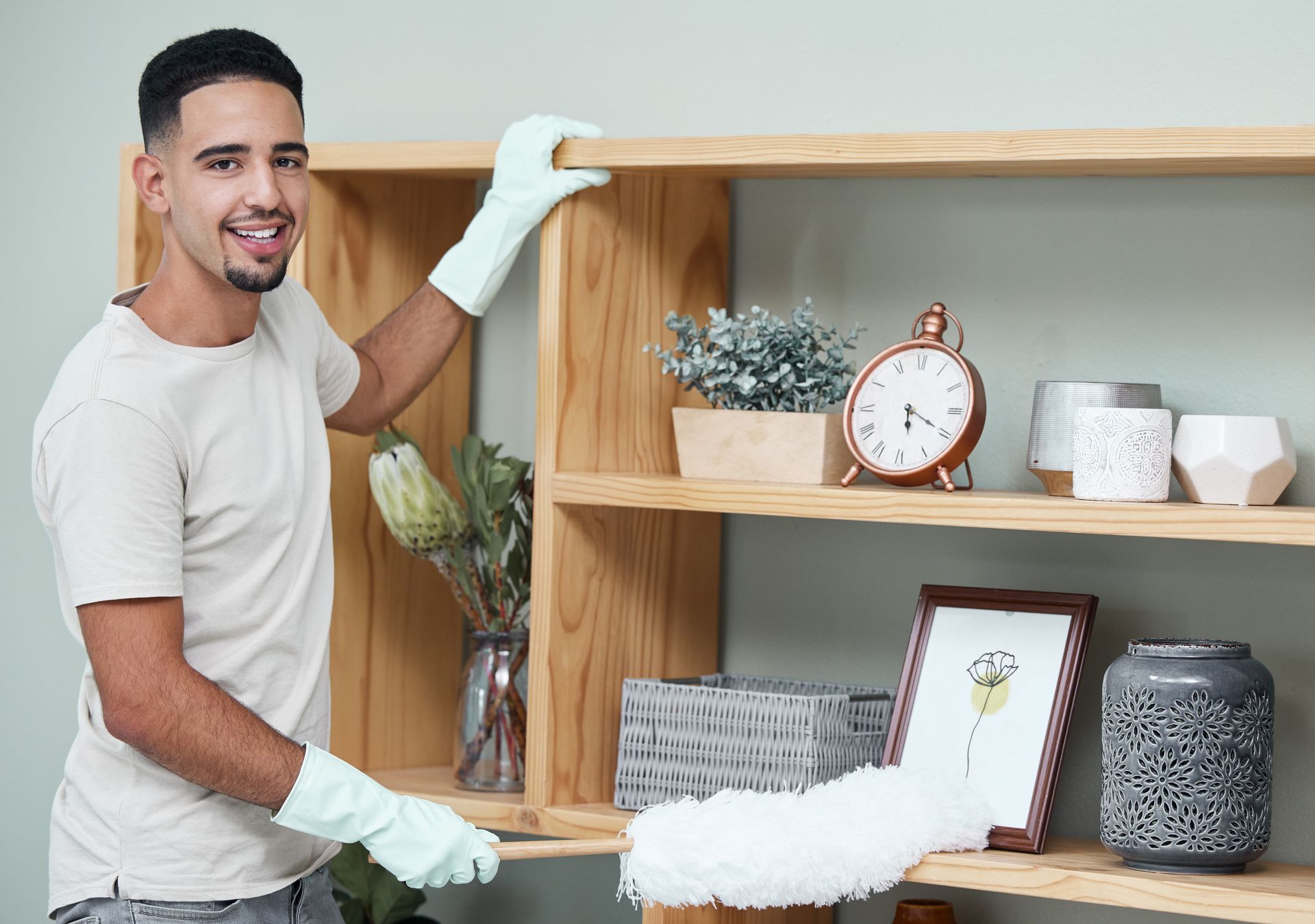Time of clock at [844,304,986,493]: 5:19
